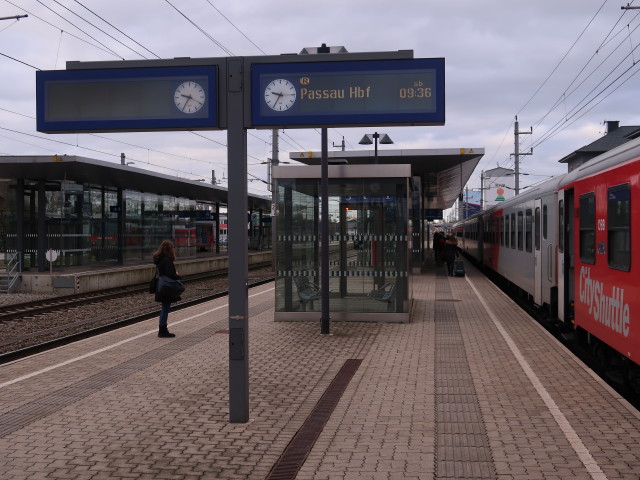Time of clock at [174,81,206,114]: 9:35
